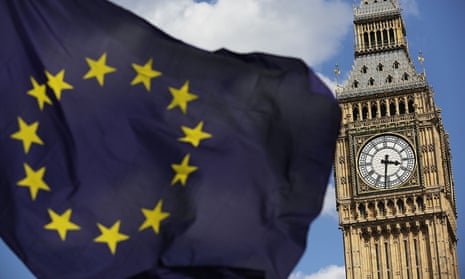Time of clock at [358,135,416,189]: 3:31
